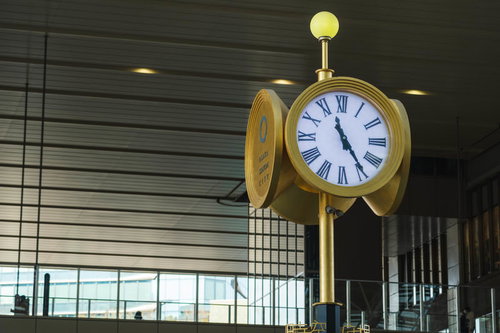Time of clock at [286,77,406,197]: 11:24
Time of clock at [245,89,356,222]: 11:24
